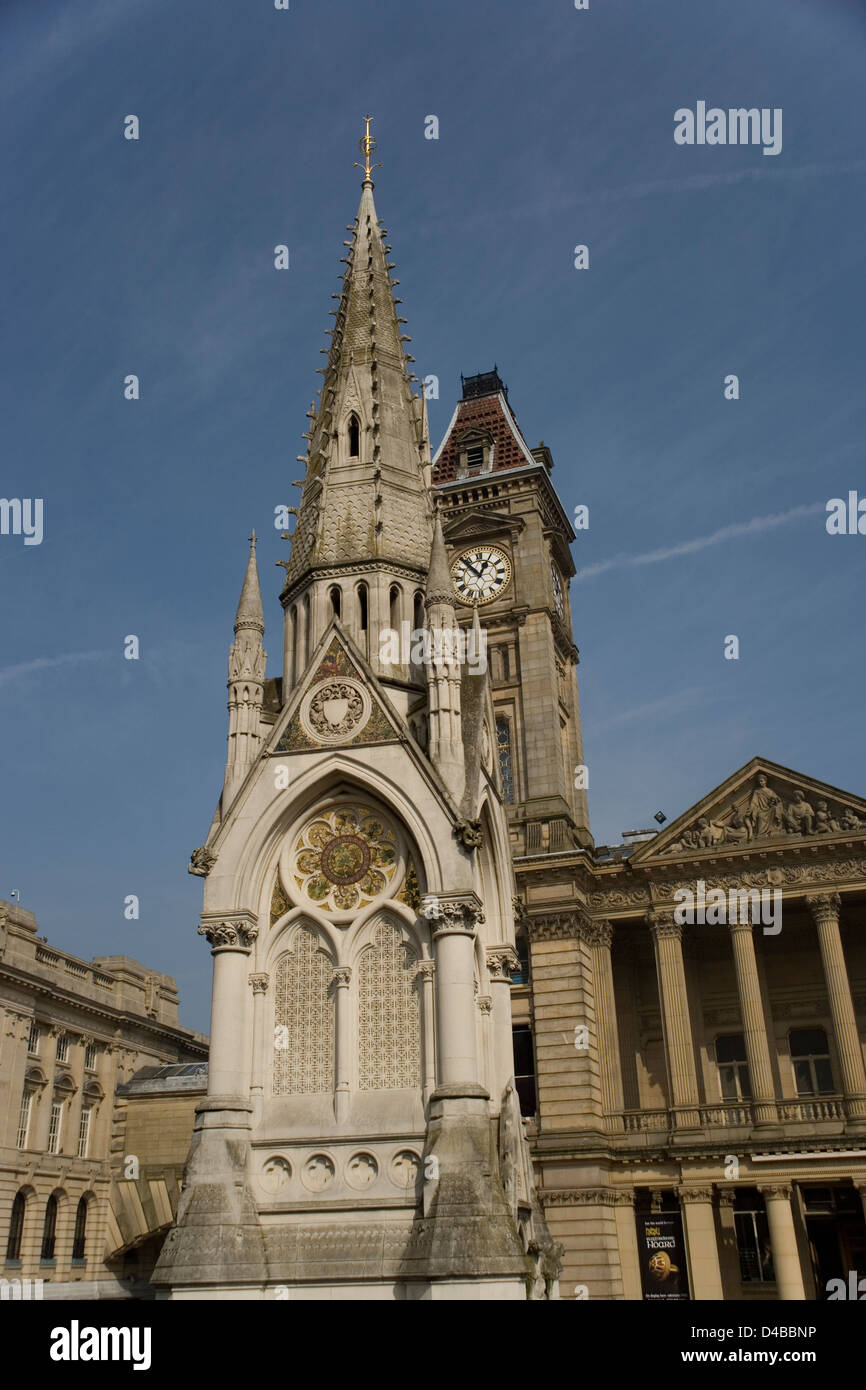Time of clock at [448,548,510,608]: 12:53
